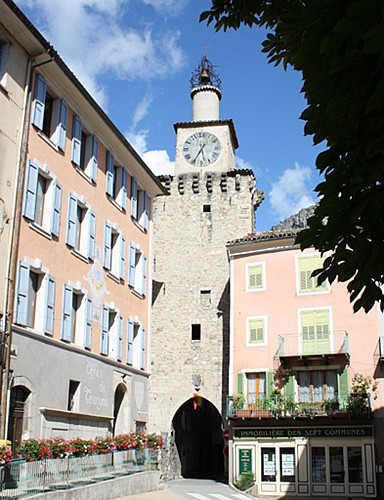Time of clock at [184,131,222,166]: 5:35
